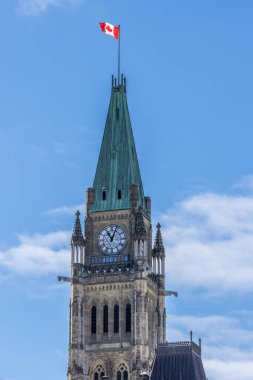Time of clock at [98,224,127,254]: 11:03
